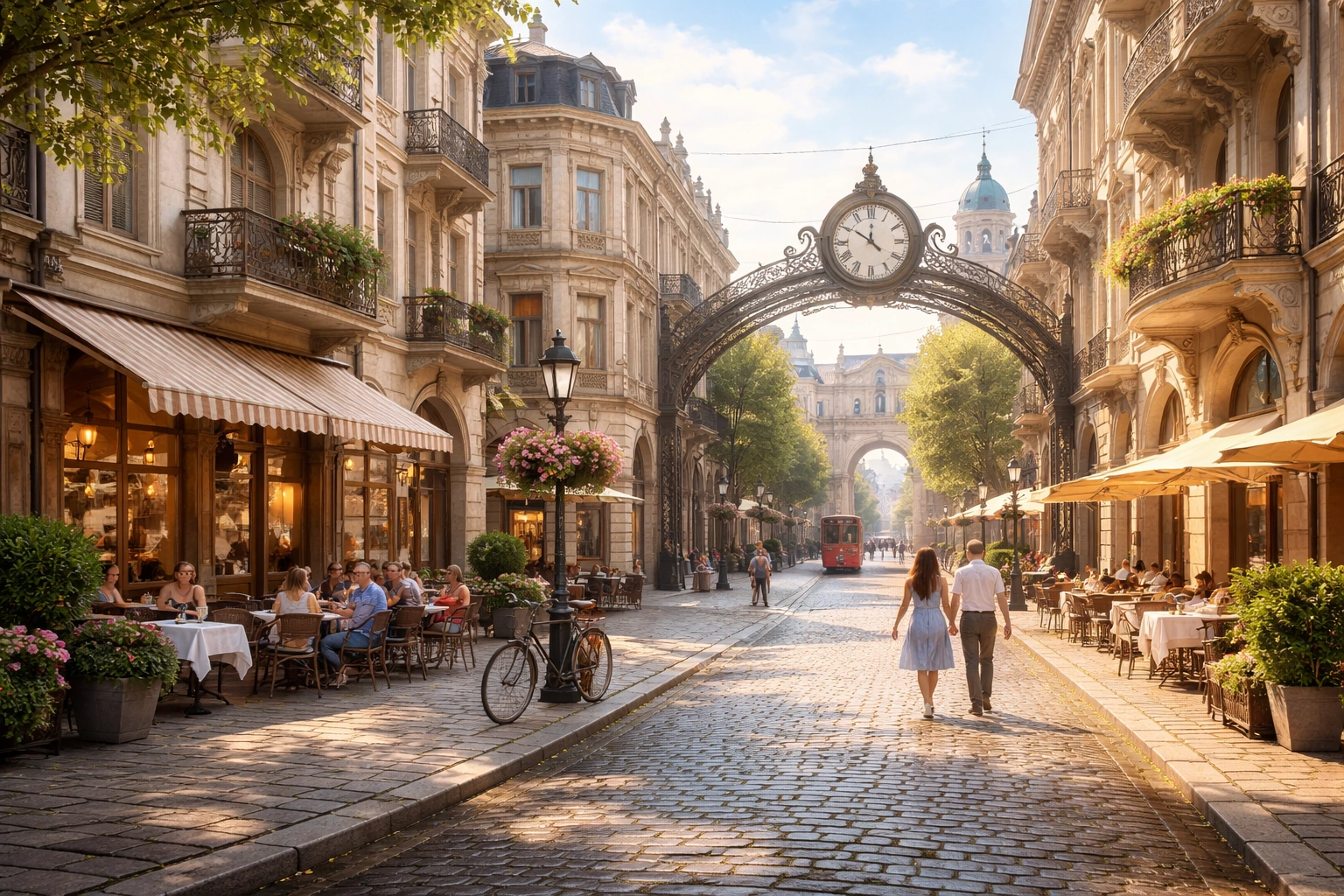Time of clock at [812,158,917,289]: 11:50
